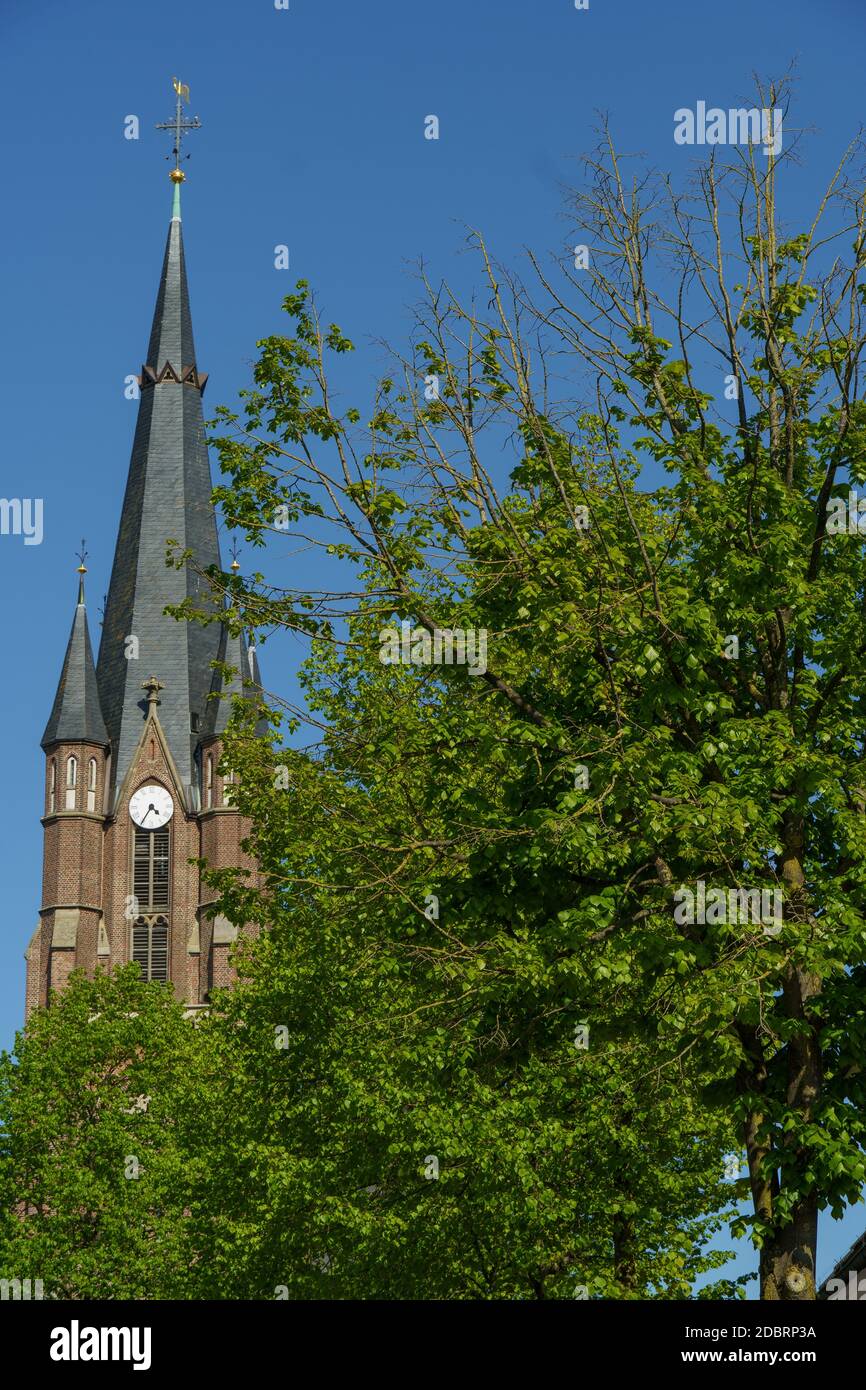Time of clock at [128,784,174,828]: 4:35
